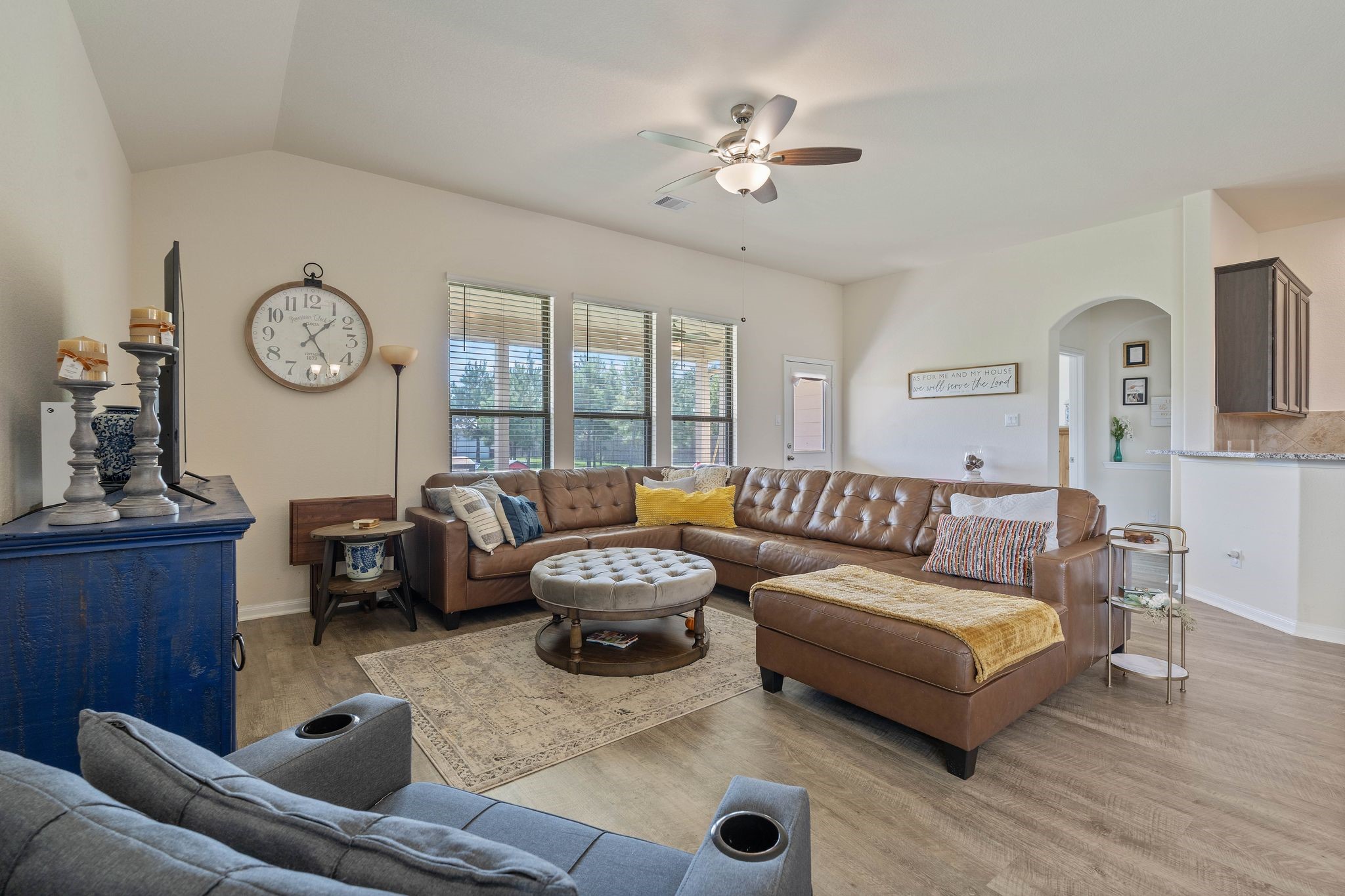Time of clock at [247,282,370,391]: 1:25
